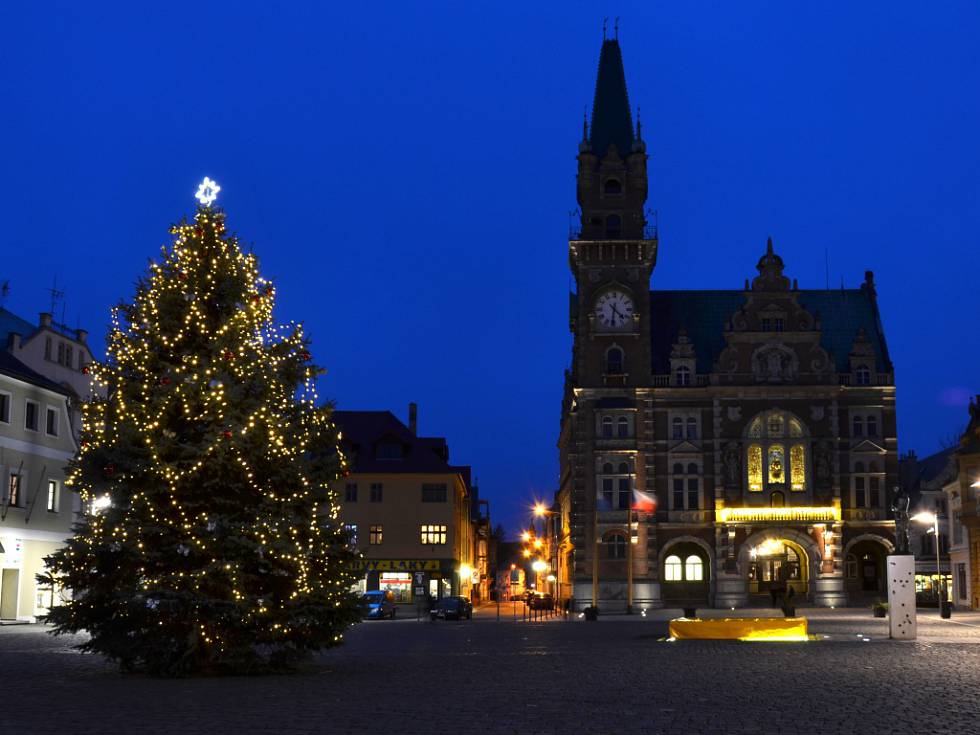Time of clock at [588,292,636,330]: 4:31
